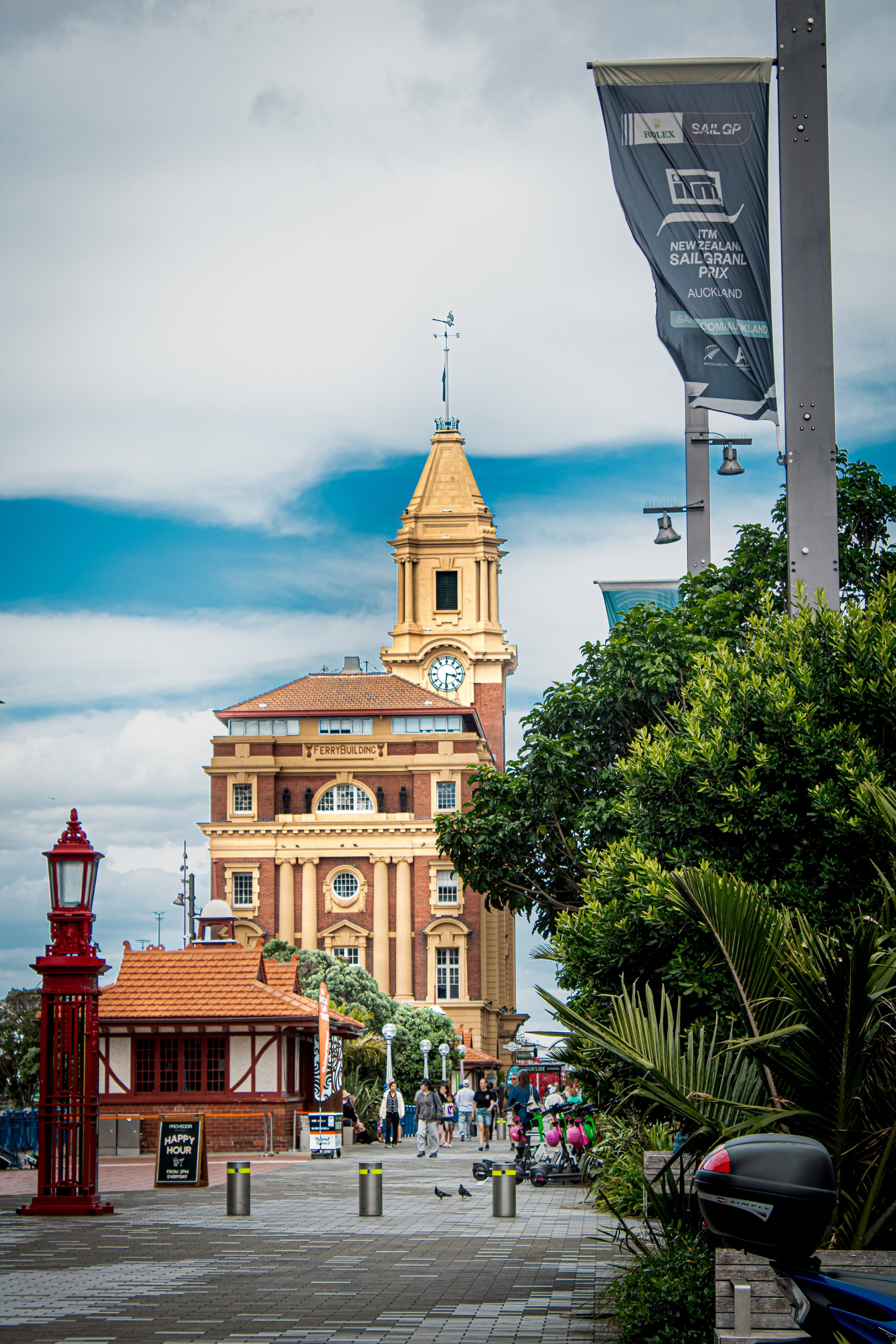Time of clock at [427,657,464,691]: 3:30
